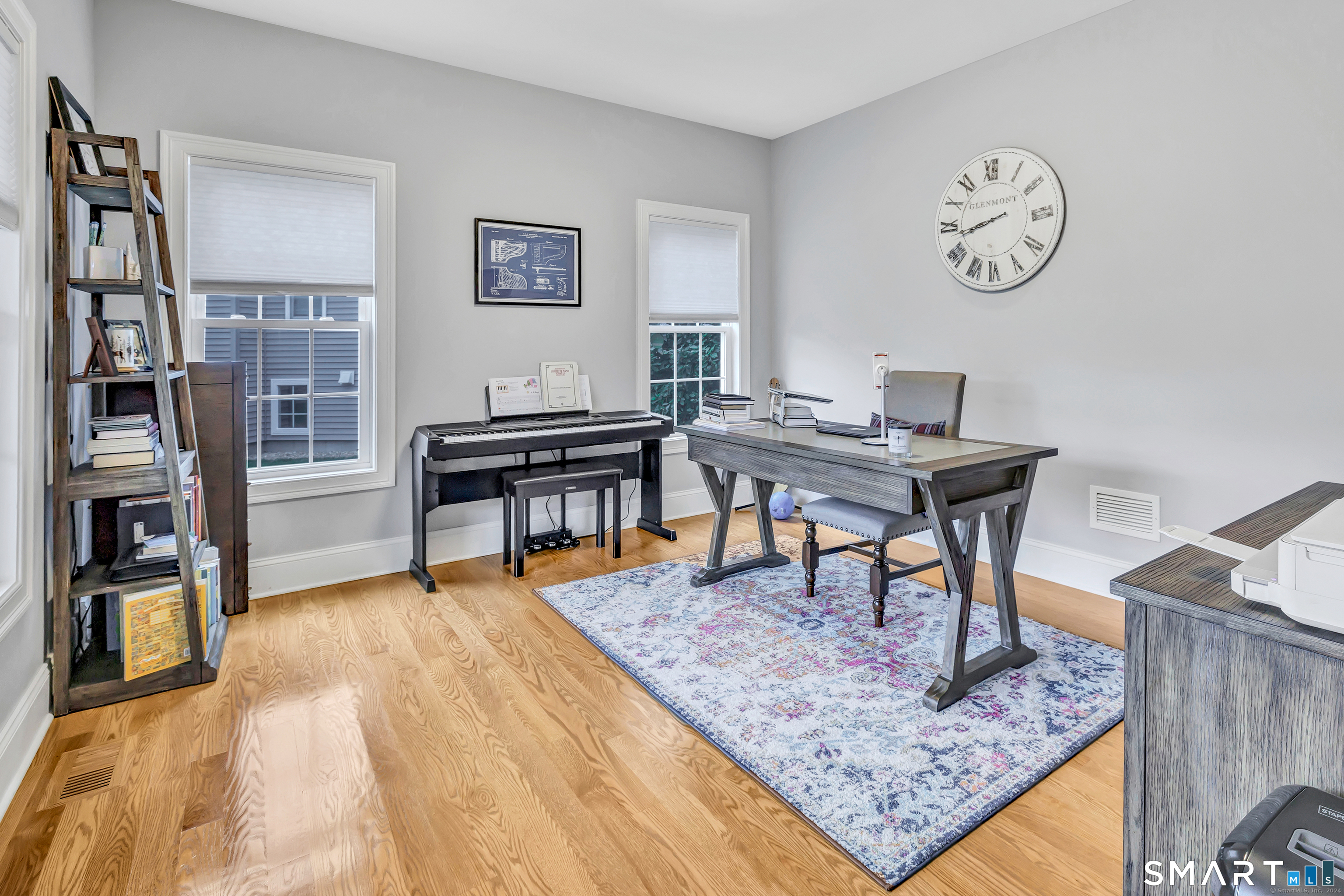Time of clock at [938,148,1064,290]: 8:42
